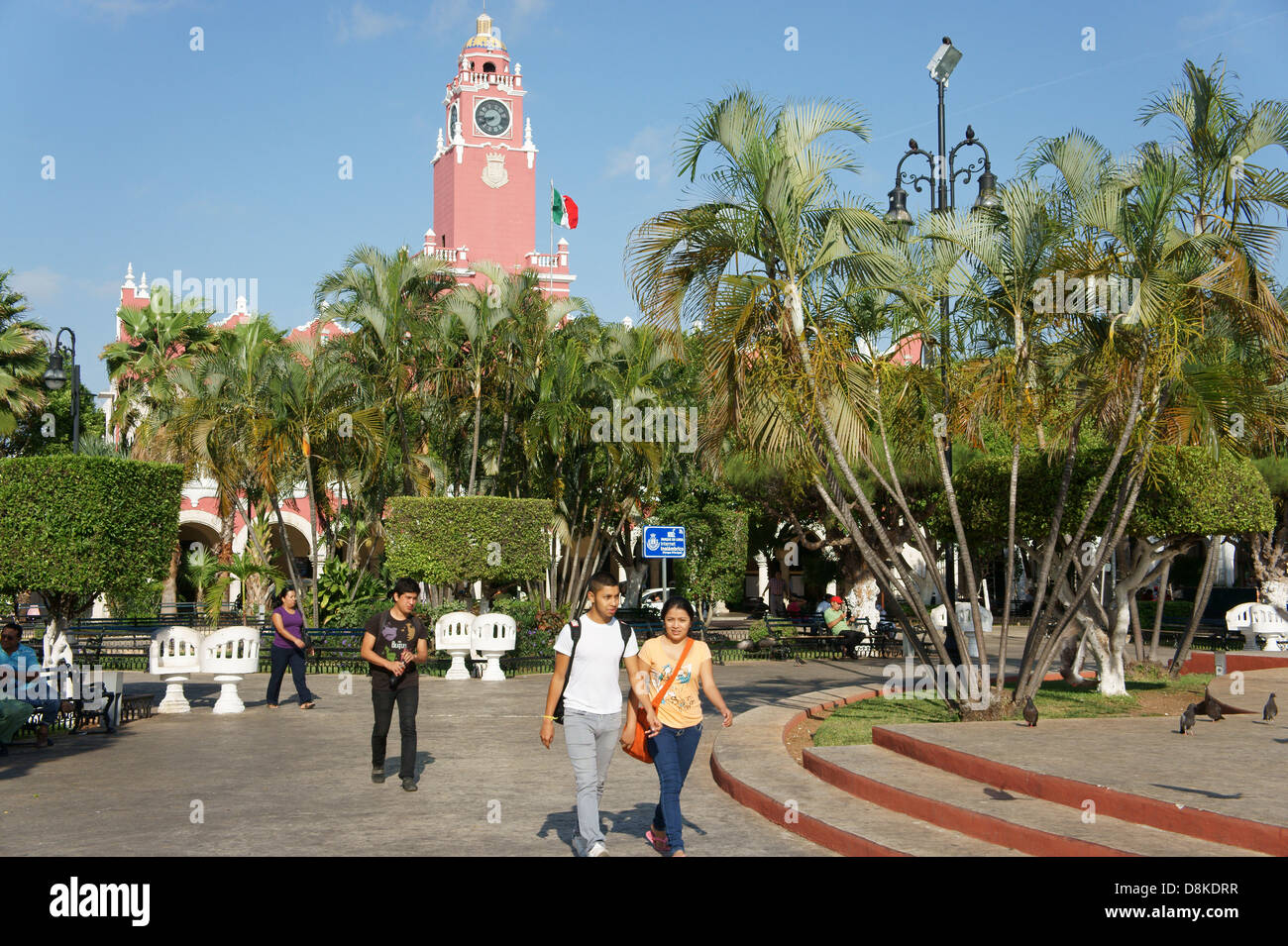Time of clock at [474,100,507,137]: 8:40
